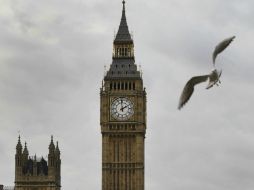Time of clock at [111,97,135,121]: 1:59
